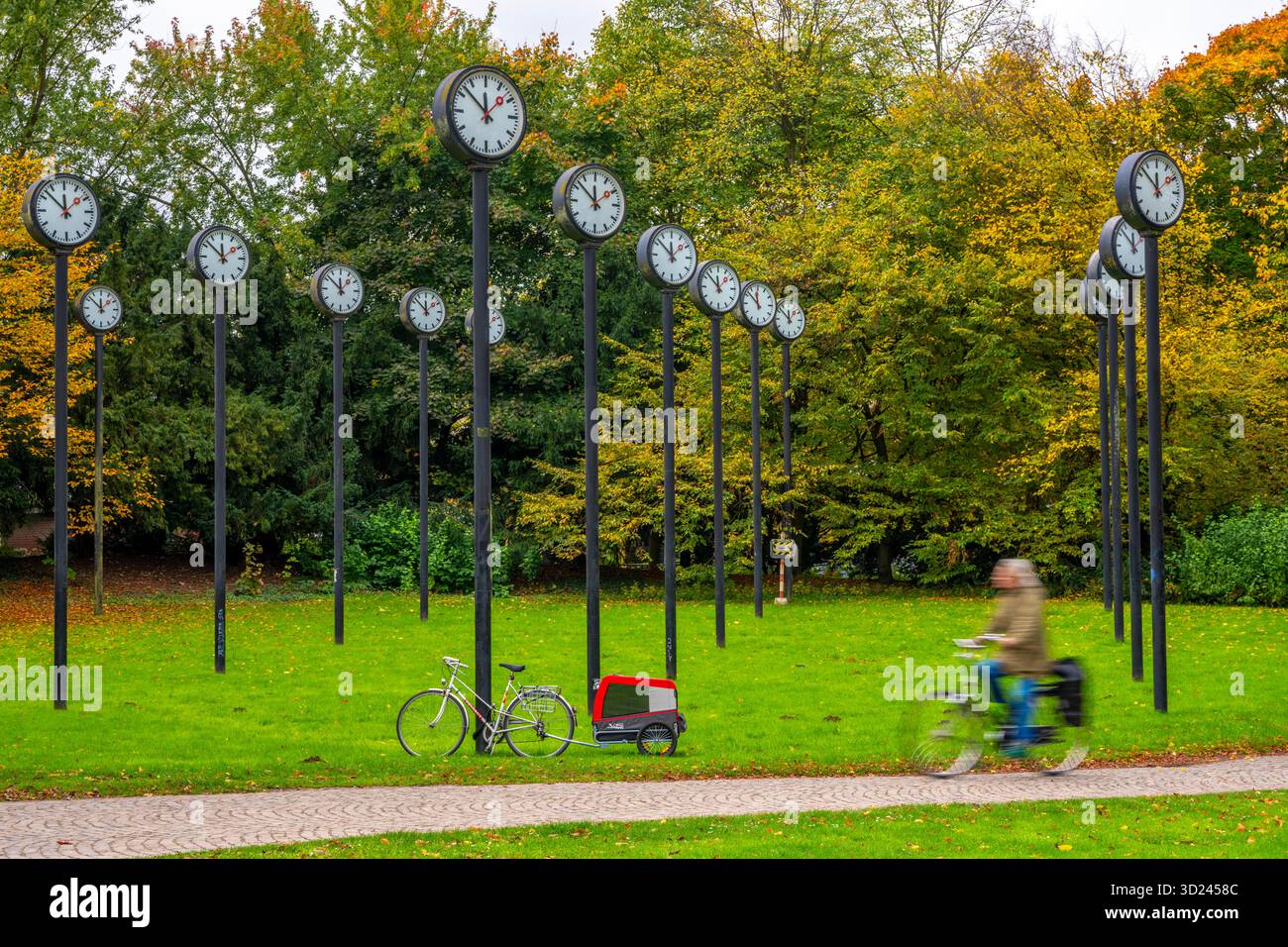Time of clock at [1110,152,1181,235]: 11:52
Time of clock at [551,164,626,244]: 11:52
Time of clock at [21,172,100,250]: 11:52
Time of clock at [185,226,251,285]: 11:52
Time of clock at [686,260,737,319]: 11:52
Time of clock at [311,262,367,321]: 11:52
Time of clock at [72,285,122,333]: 11:51
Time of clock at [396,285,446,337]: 11:52
